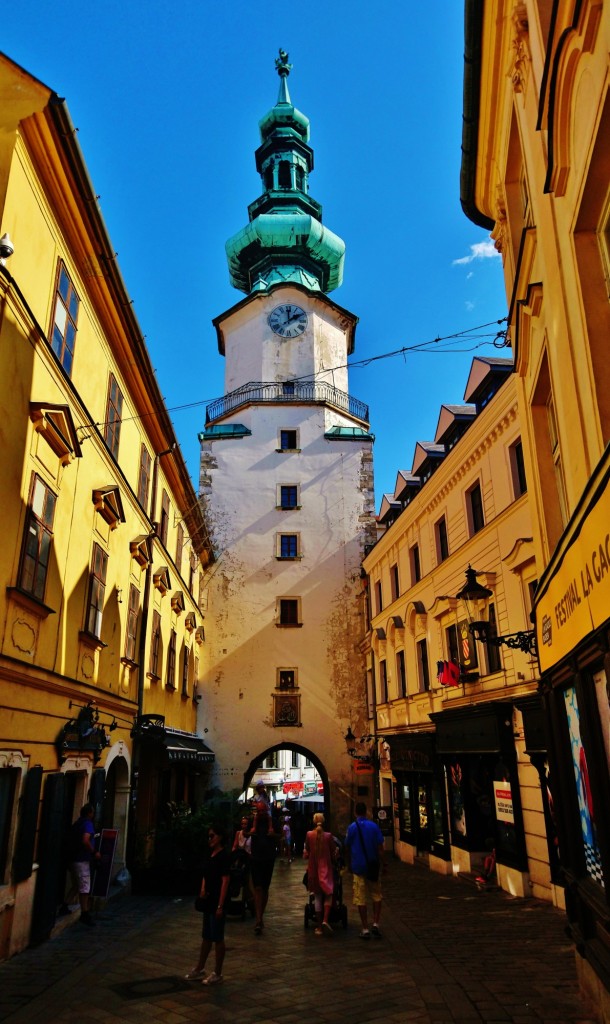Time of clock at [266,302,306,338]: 2:00
